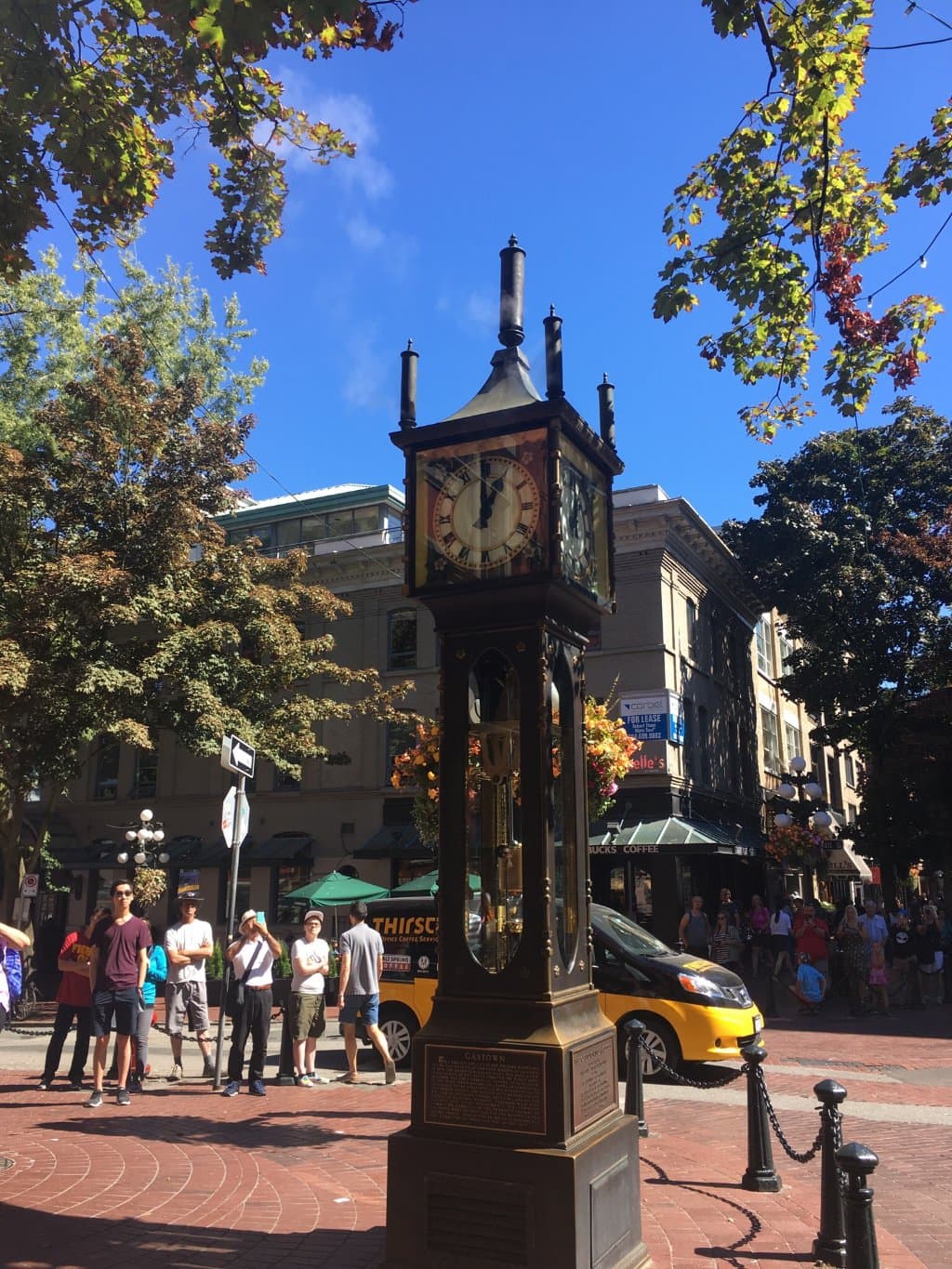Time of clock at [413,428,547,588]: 1:00
